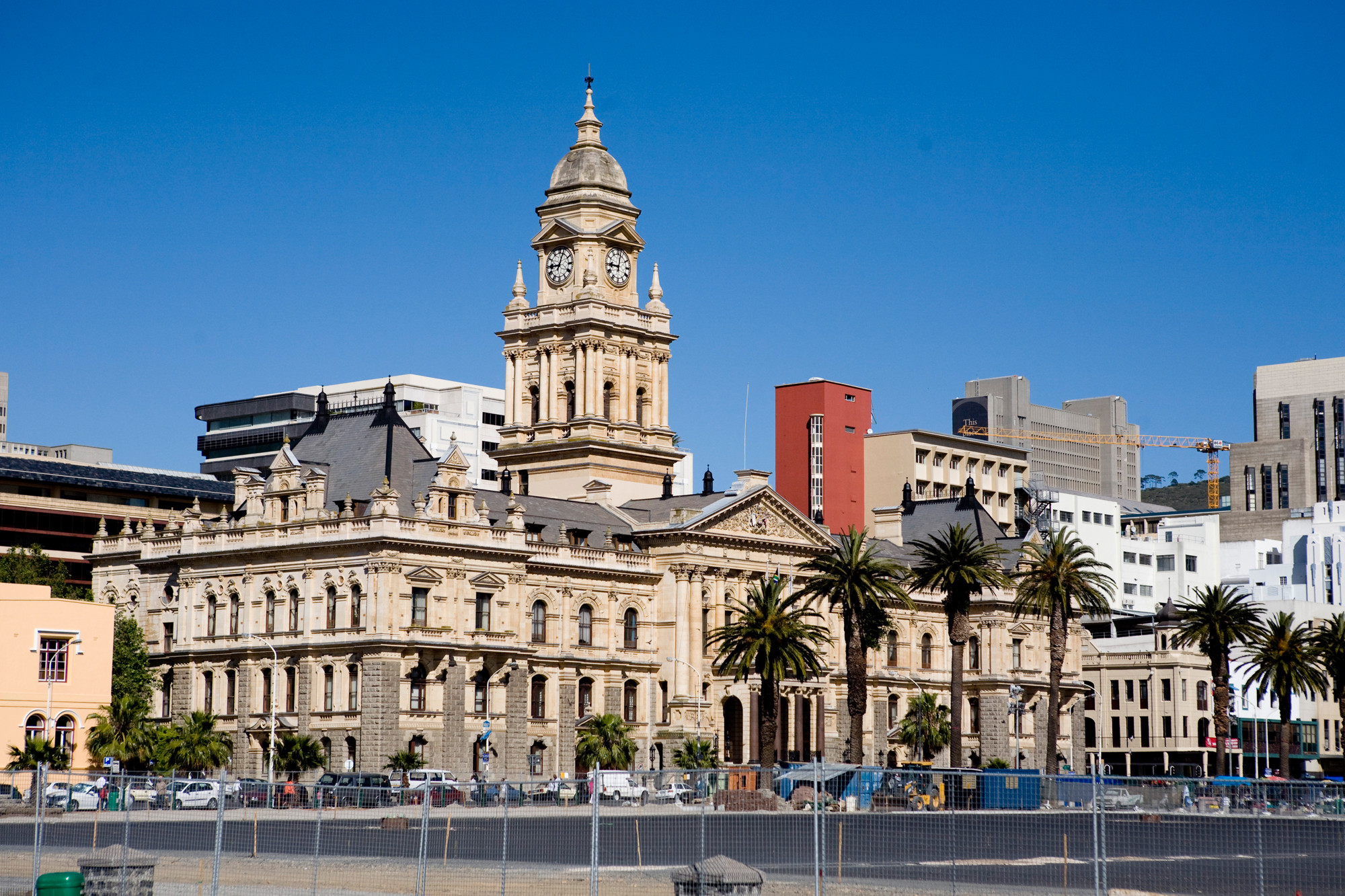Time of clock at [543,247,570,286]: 9:03
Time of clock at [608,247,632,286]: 9:01
